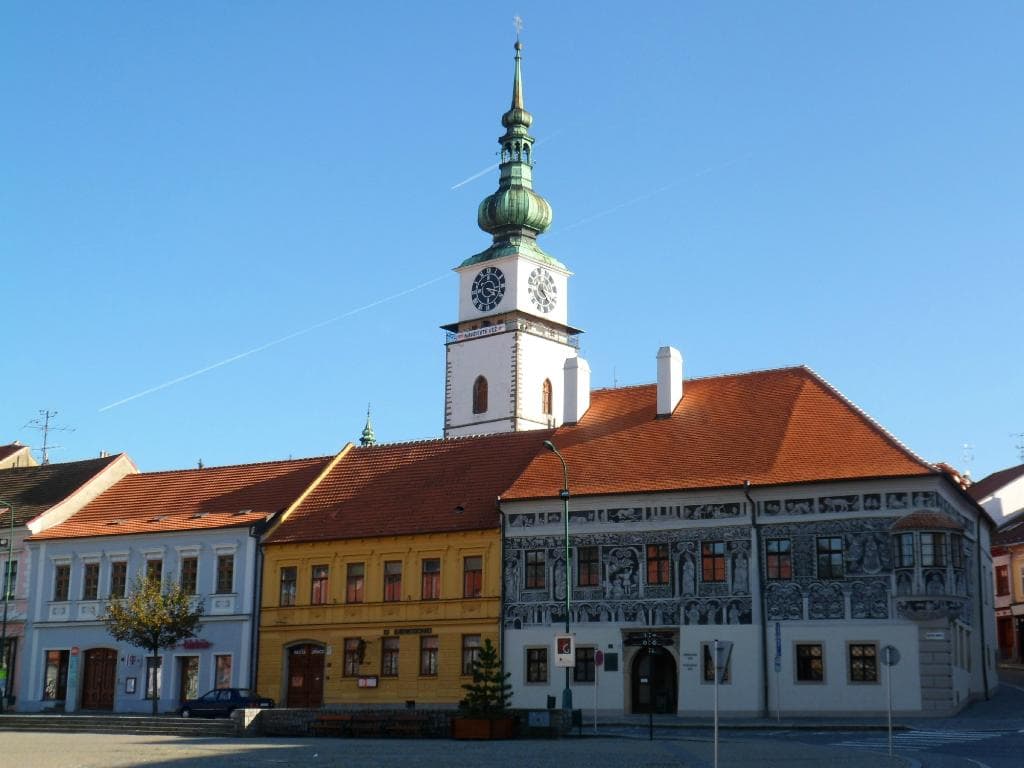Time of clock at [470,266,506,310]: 4:16
